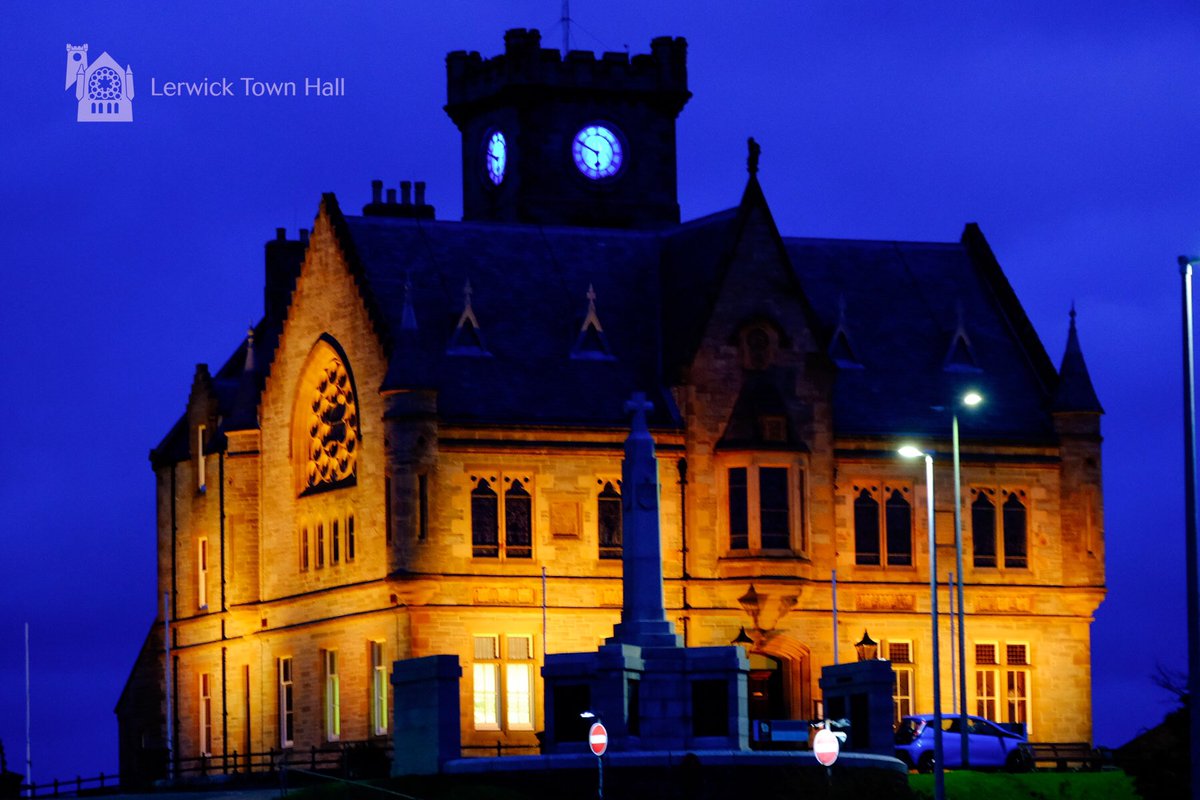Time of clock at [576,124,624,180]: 5:49
